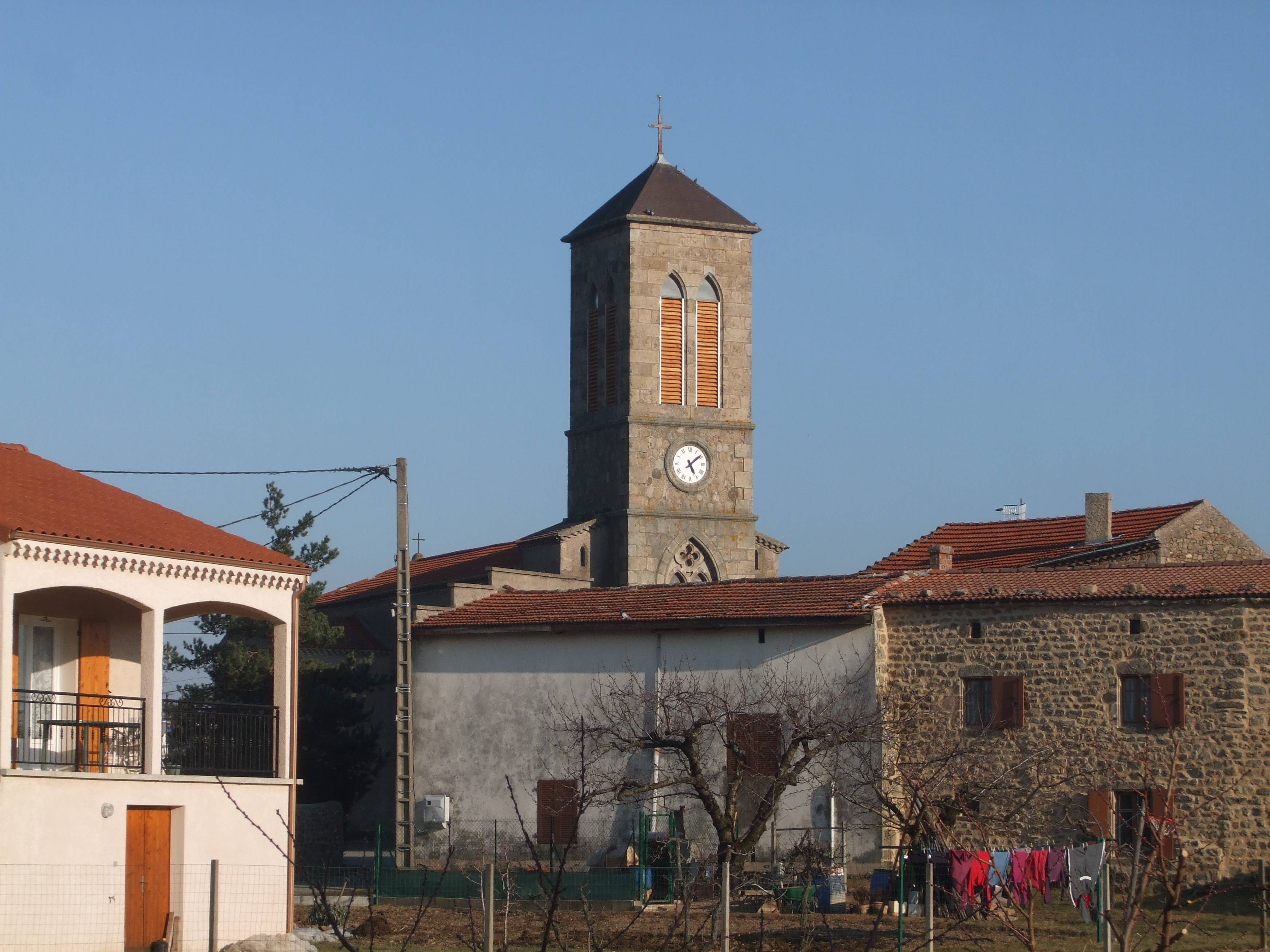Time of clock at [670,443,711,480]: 5:08
